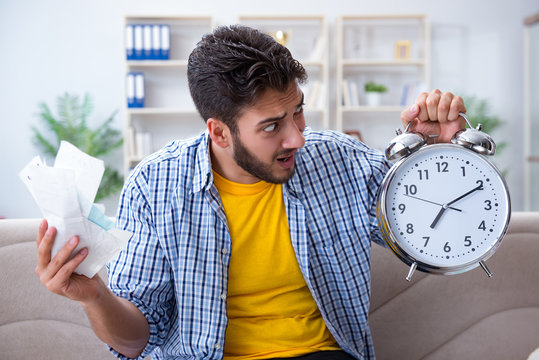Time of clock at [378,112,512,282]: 7:10
